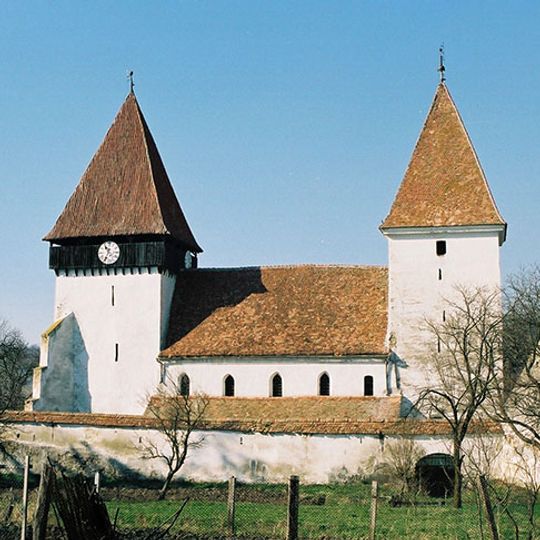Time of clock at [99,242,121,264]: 10:34
